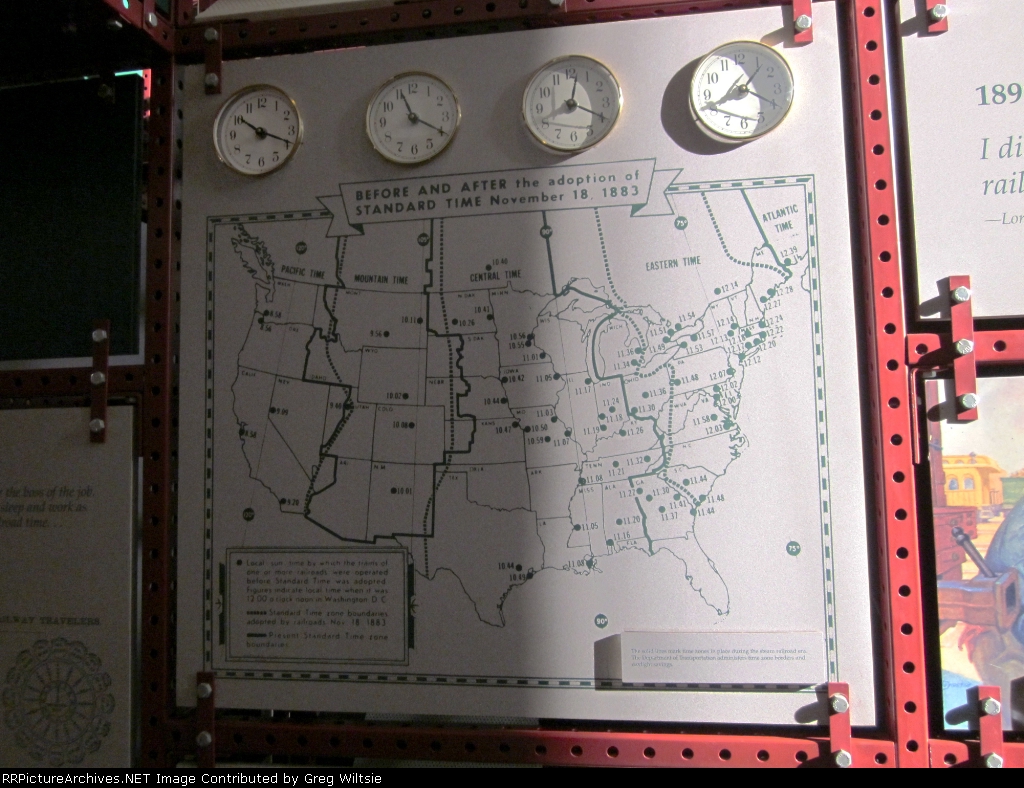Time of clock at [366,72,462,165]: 11:19
